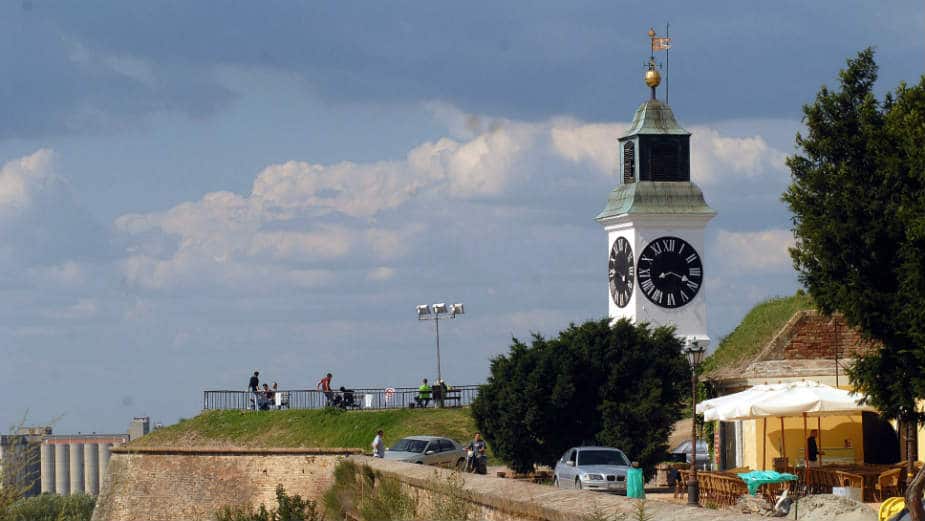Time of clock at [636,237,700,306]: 8:18
